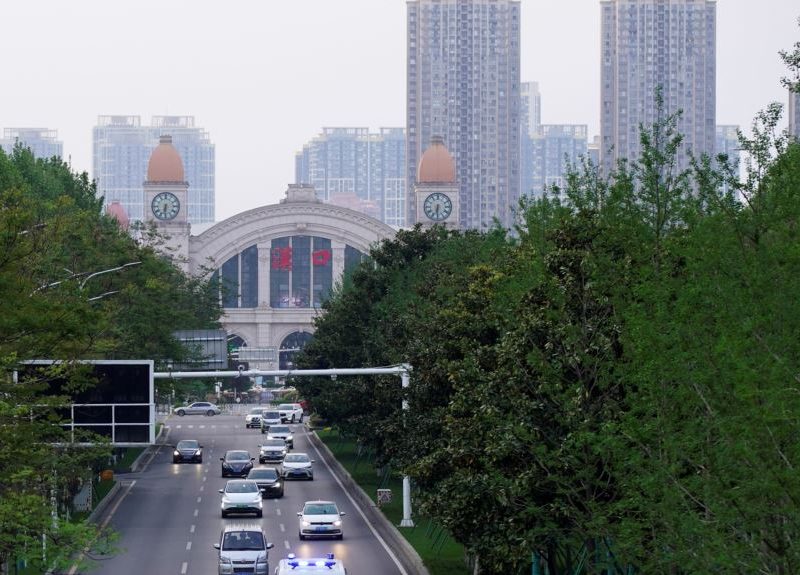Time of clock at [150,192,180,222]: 6:30
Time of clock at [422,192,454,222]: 6:30
